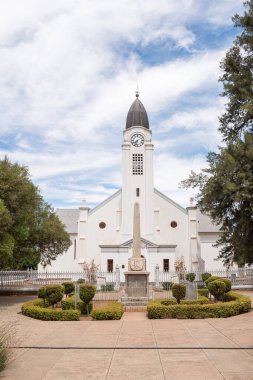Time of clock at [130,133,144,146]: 7:33
